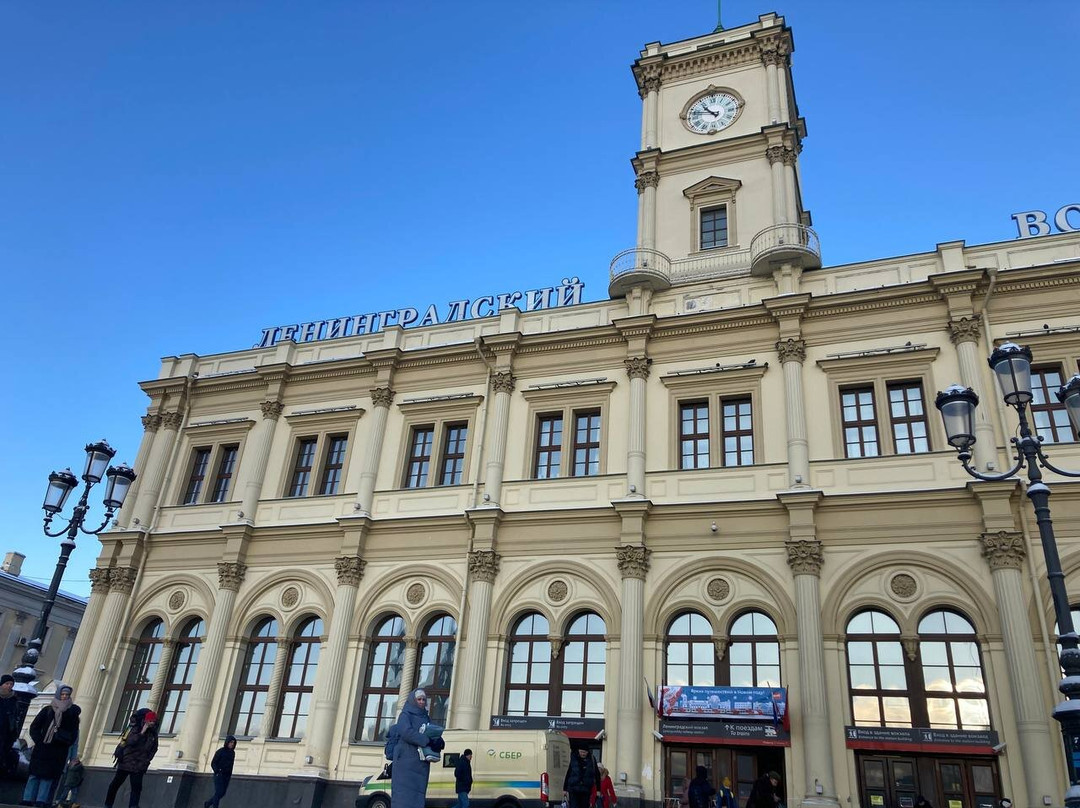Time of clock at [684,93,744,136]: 10:47
